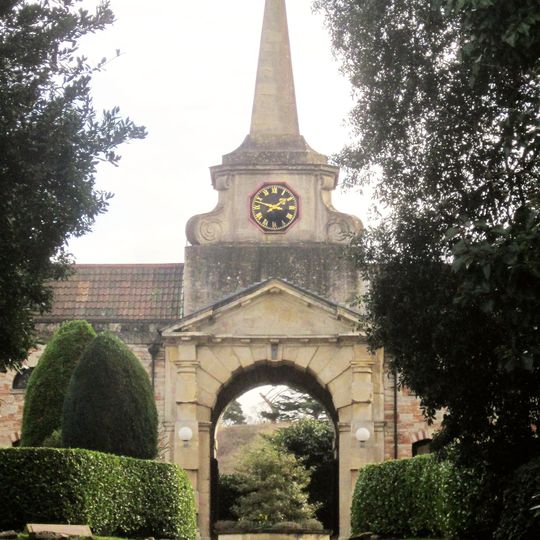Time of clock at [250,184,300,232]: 1:47
